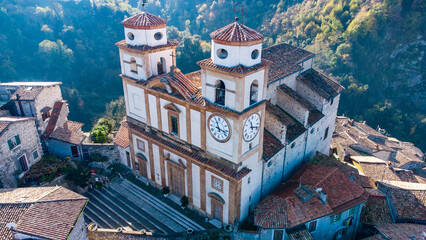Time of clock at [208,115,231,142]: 11:17
